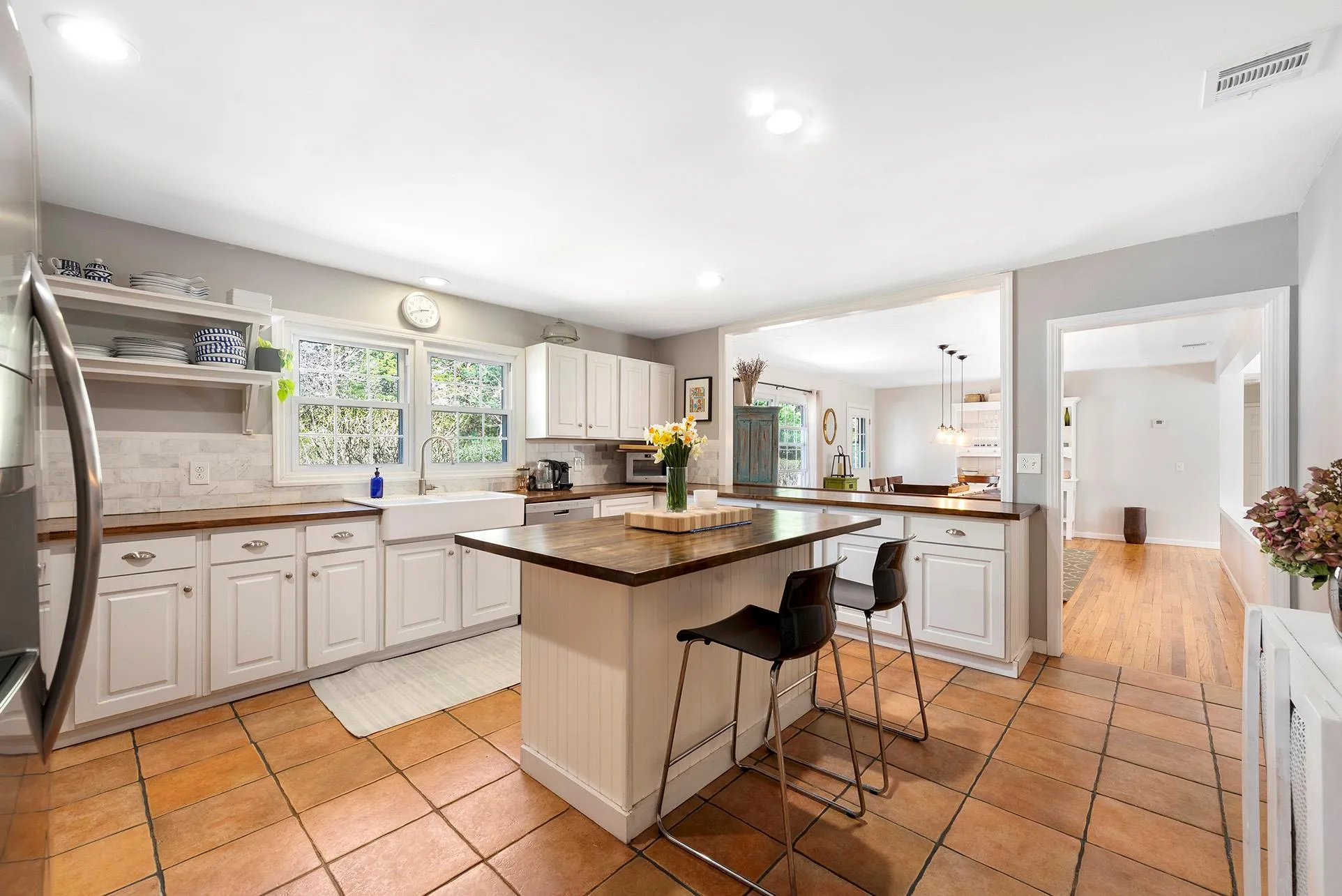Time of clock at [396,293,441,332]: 2:41
